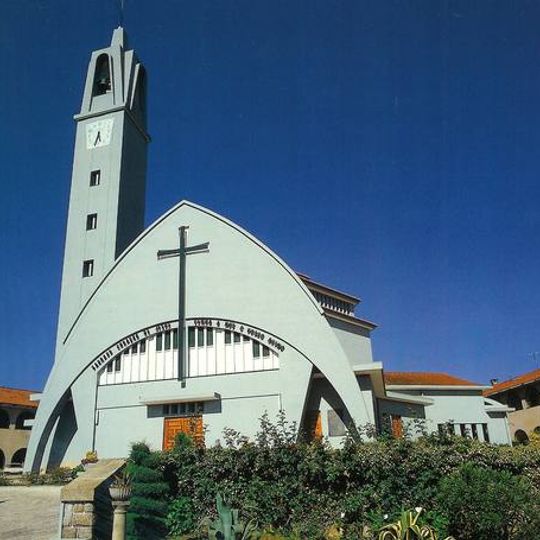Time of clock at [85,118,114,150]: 5:33
